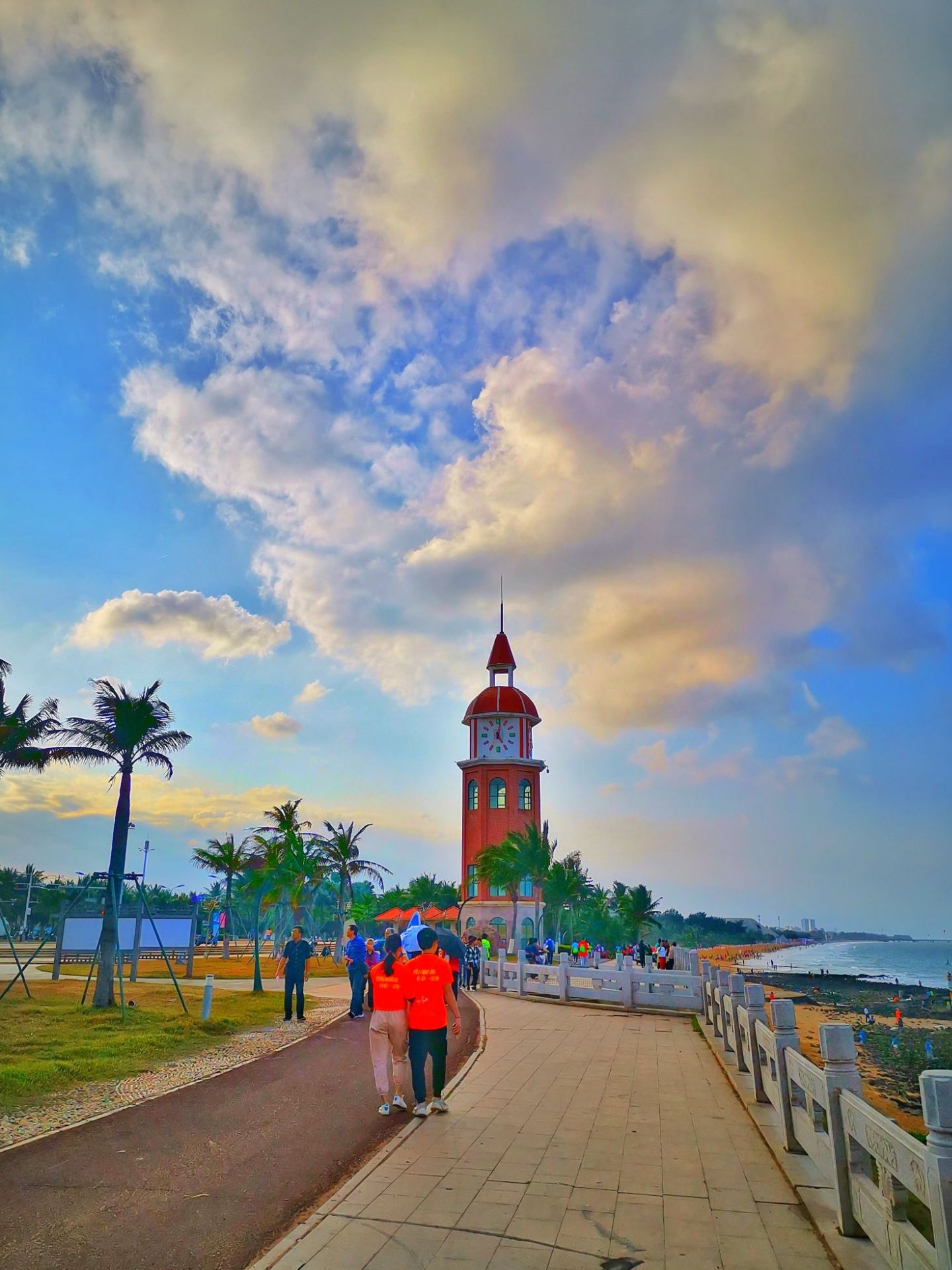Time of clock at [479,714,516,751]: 5:01
